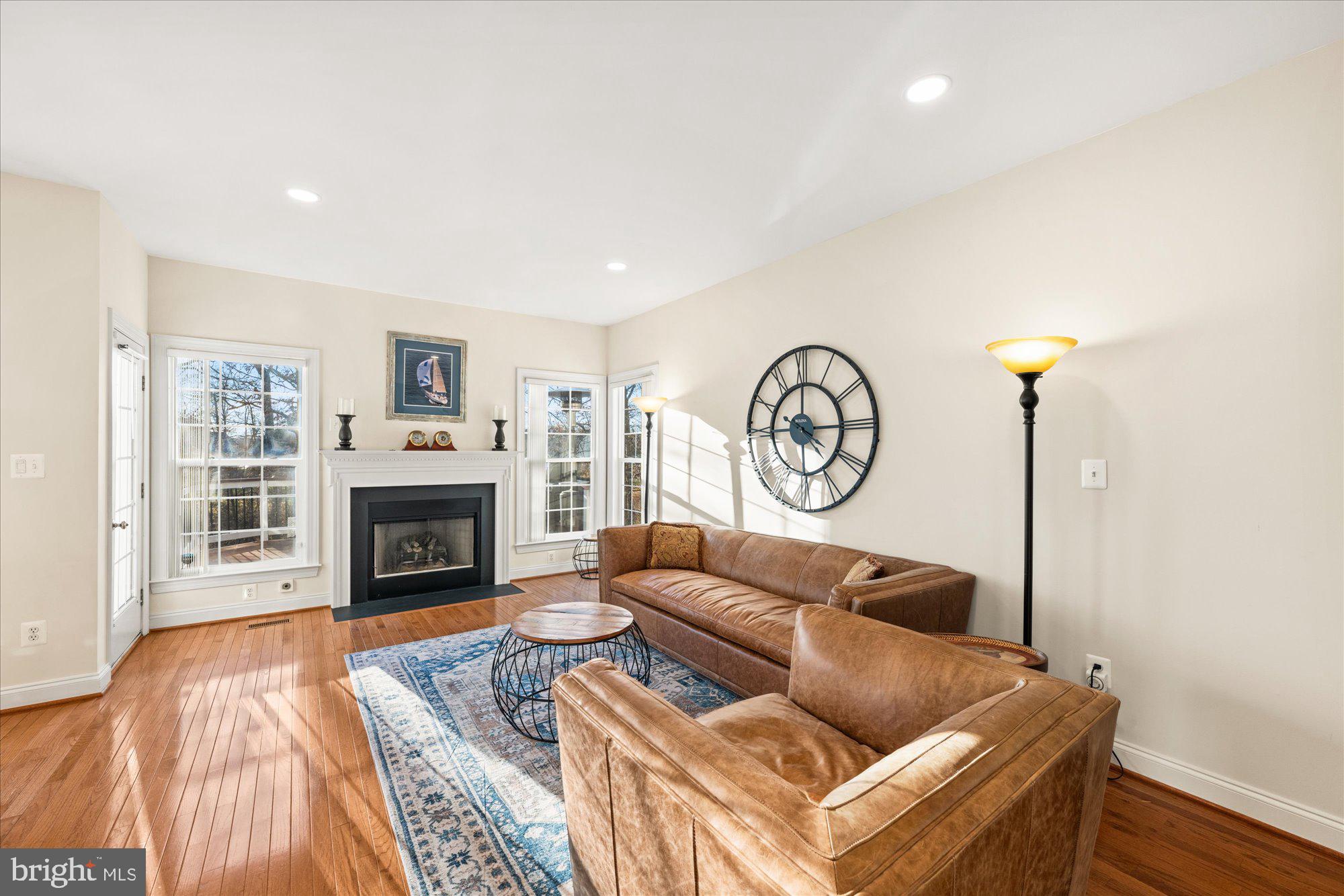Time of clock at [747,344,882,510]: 4:14
